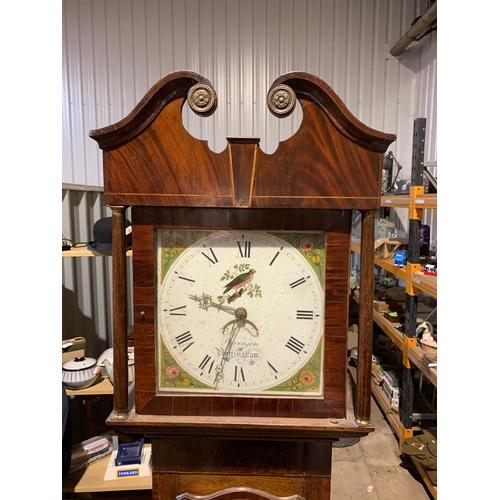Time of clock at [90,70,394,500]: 12:32
